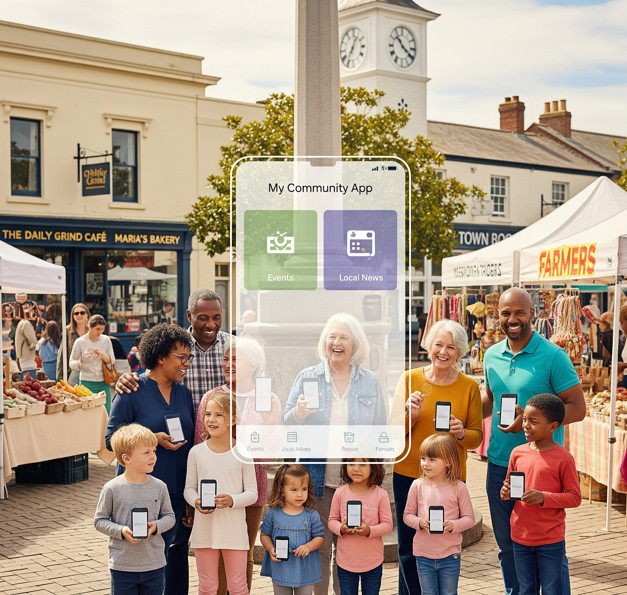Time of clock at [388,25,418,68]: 10:20
